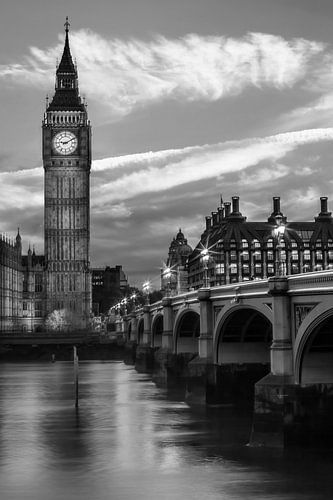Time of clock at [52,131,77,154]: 9:10
